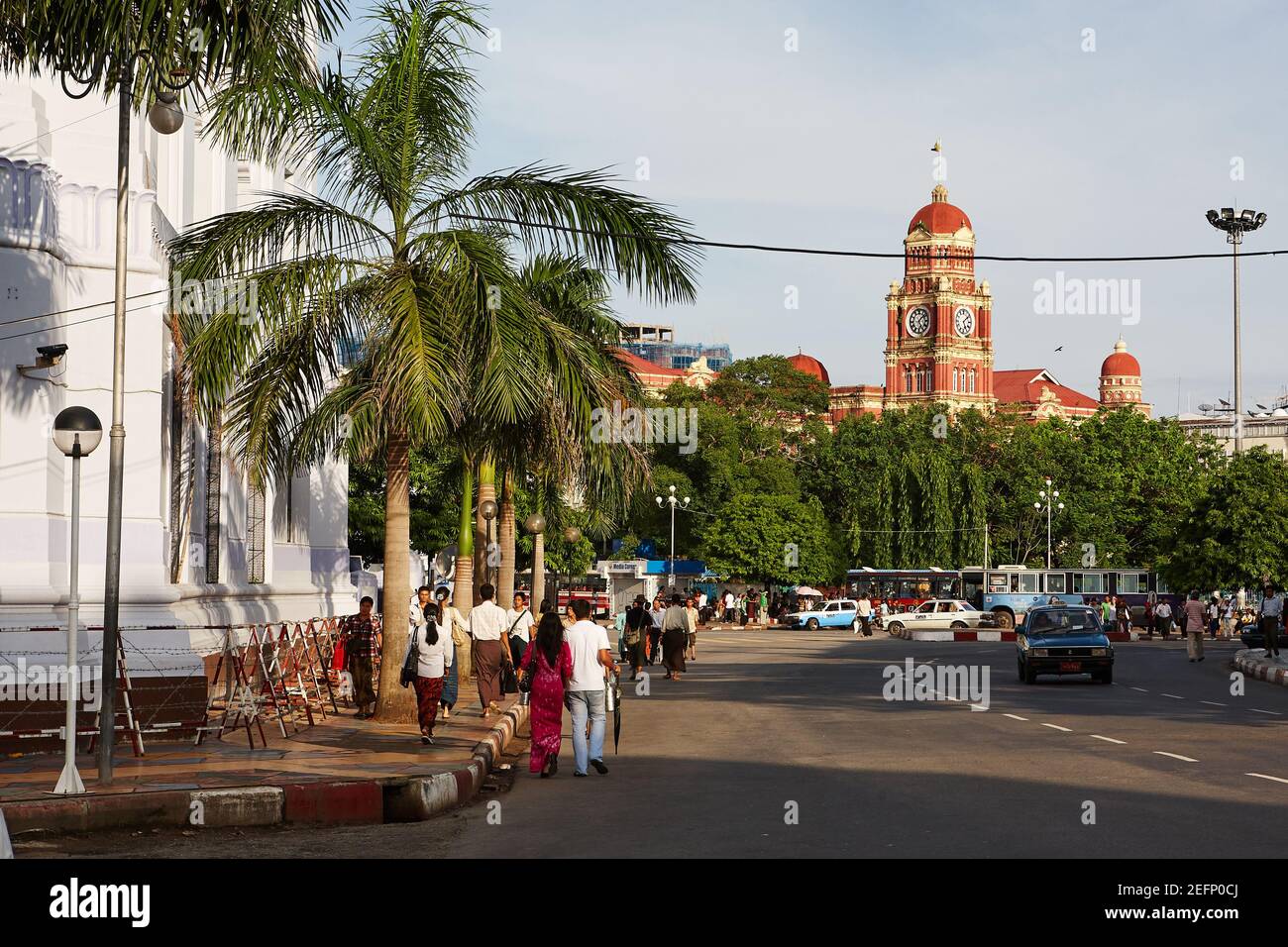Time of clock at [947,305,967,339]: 5:08
